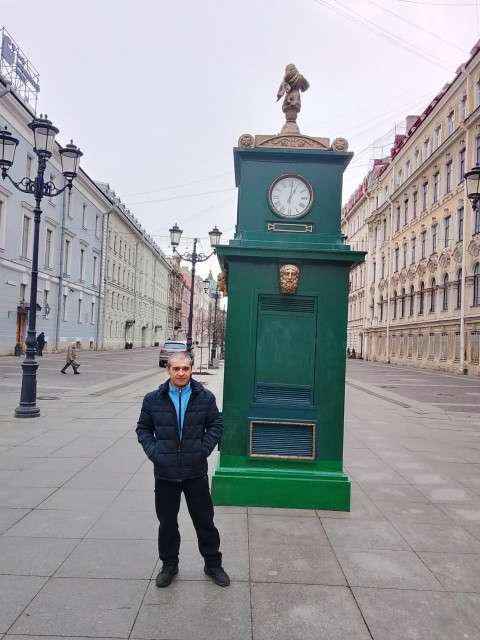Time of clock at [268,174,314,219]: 1:01
